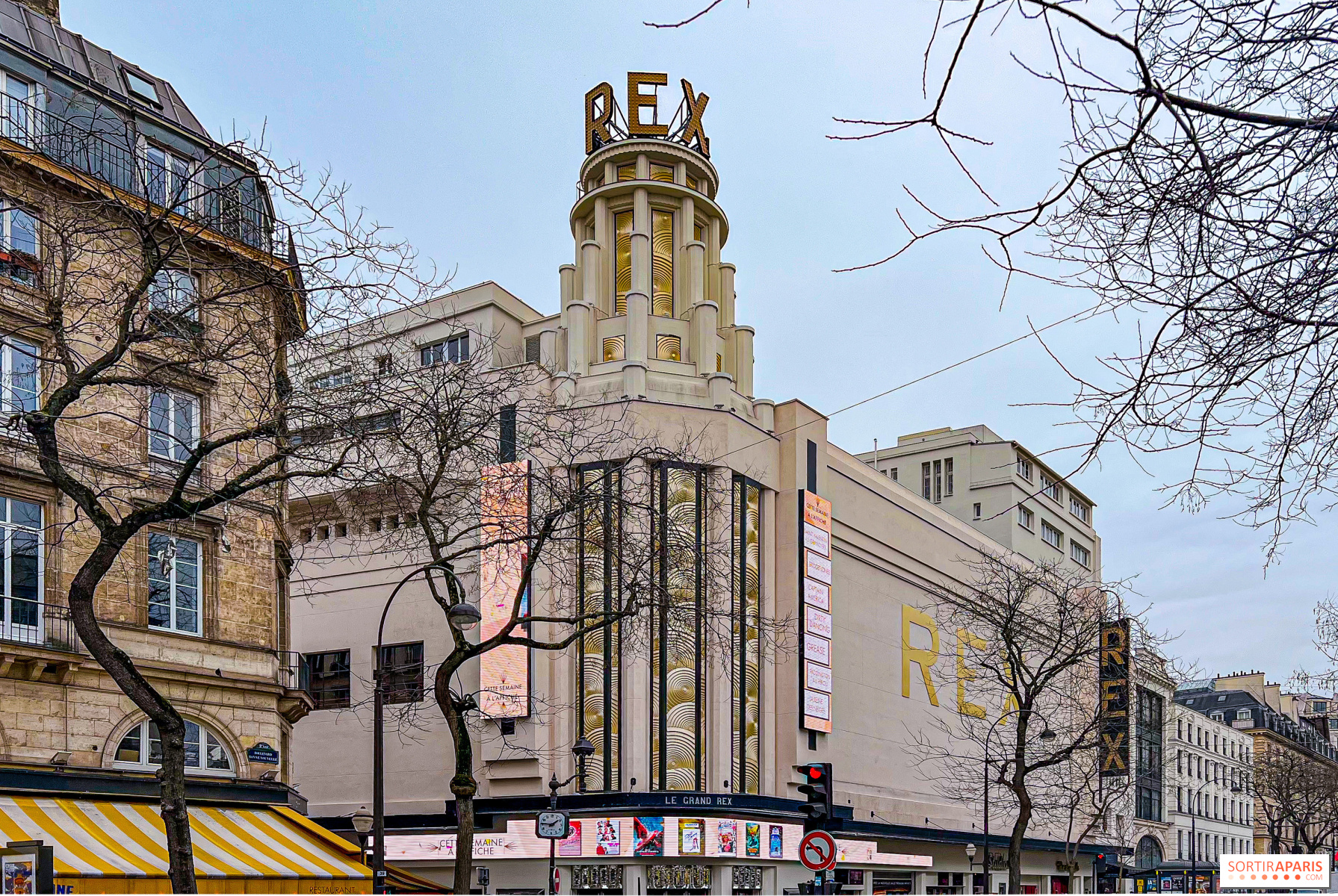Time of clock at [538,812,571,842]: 1:46
